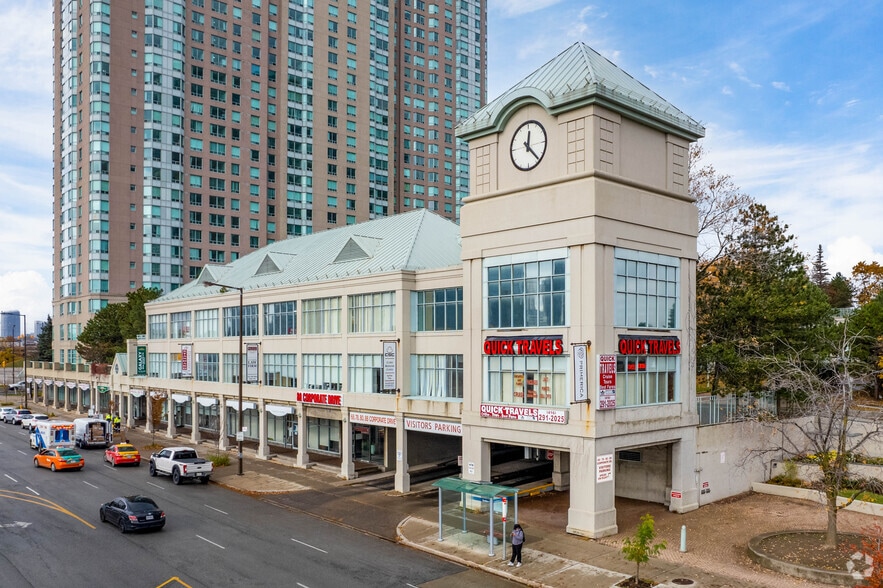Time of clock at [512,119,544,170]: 12:22
